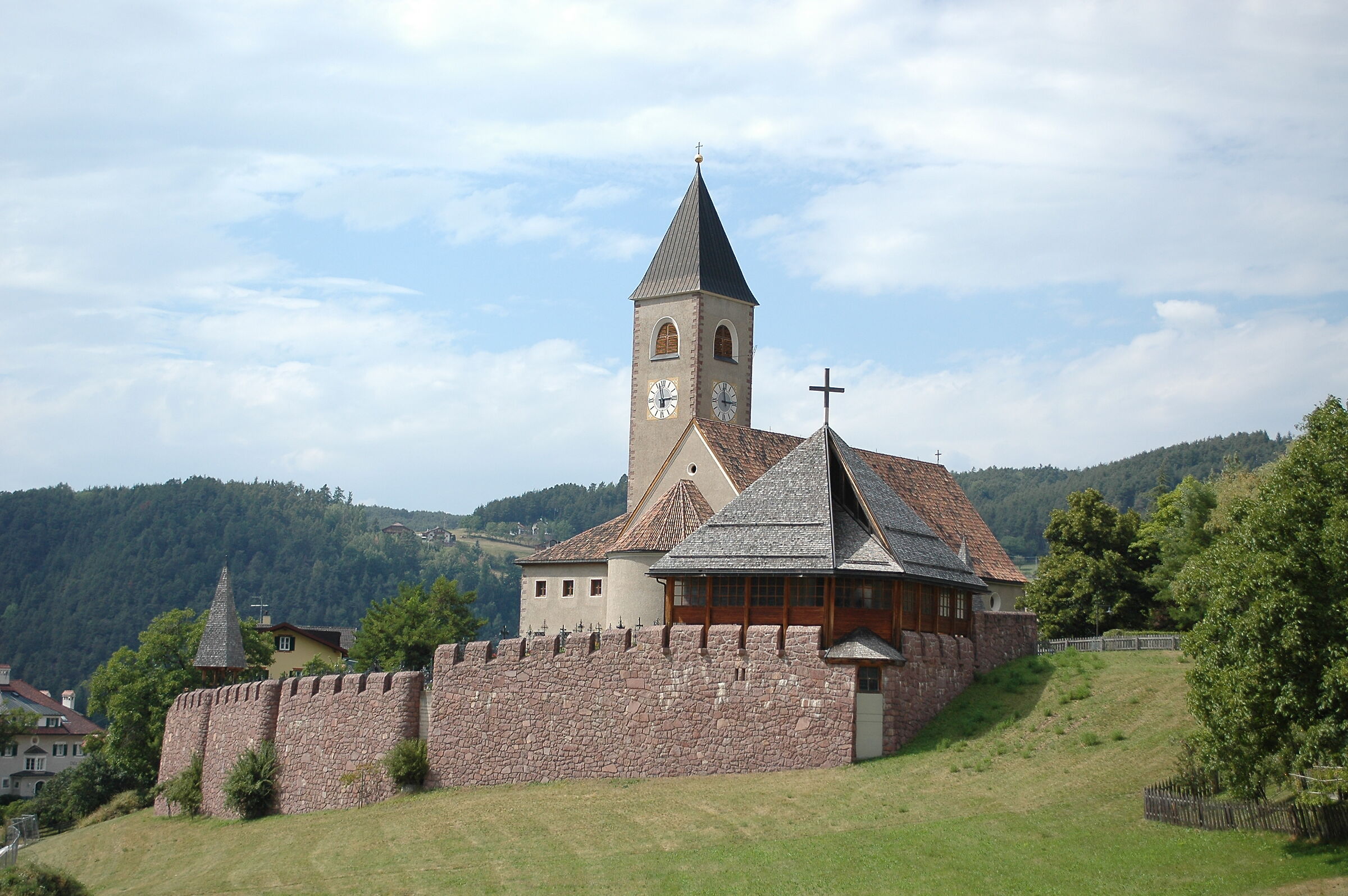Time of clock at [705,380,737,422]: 2:58
